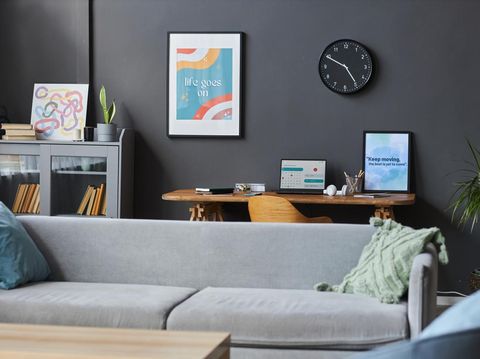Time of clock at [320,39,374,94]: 4:49
